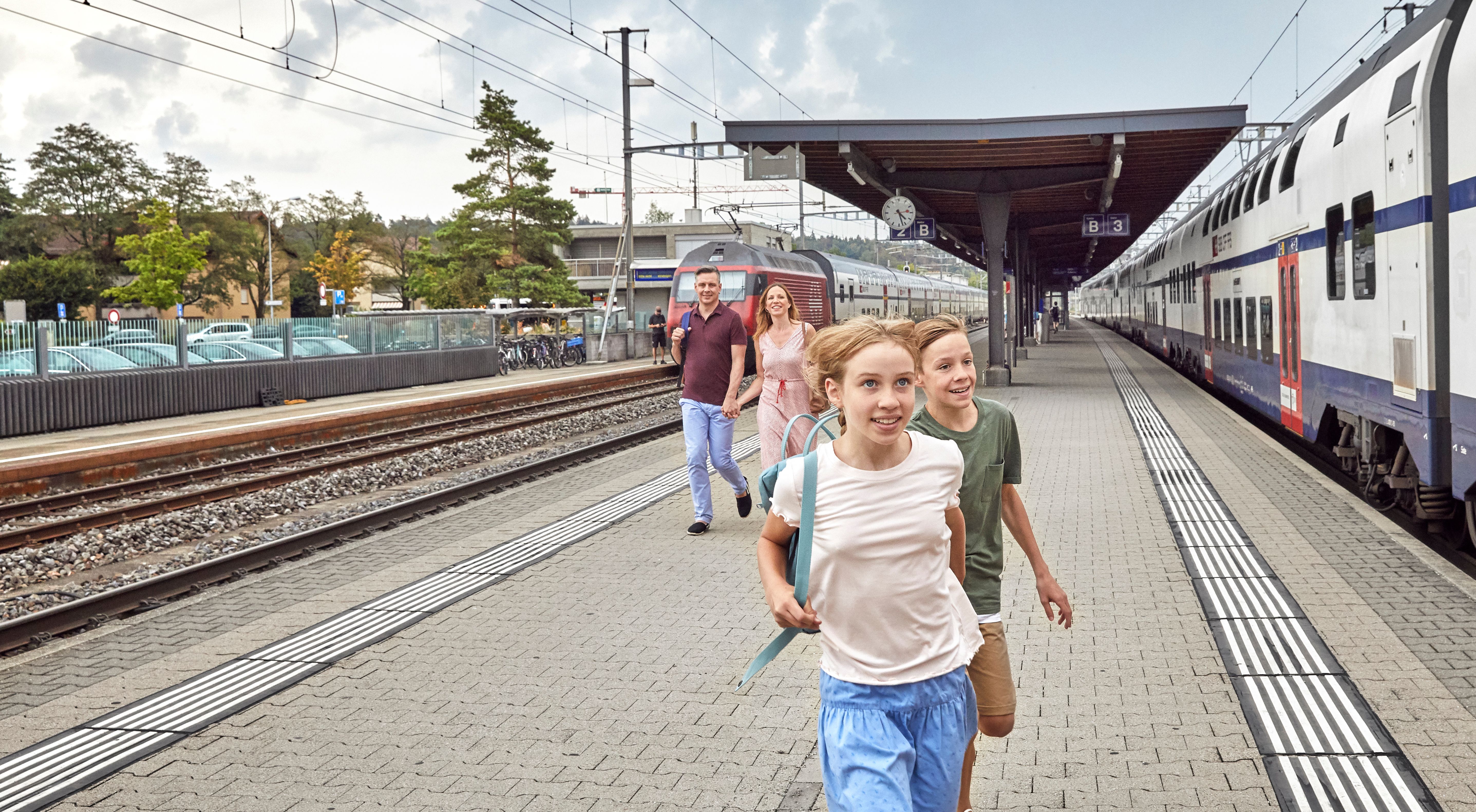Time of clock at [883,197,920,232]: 4:27
